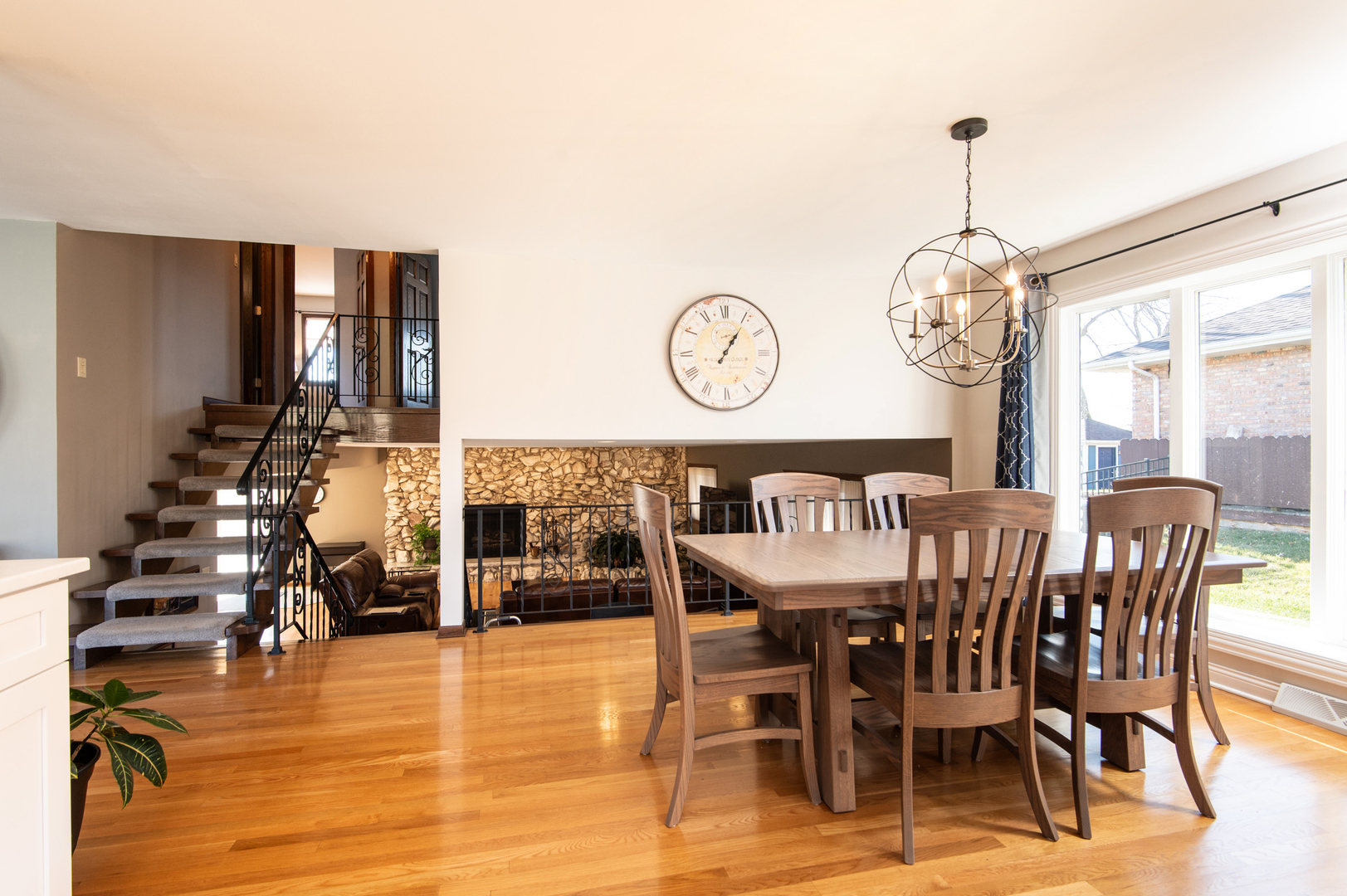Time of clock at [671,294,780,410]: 1:05
